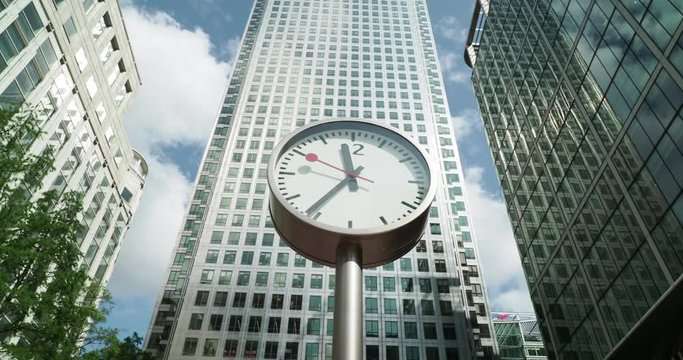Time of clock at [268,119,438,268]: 11:36
